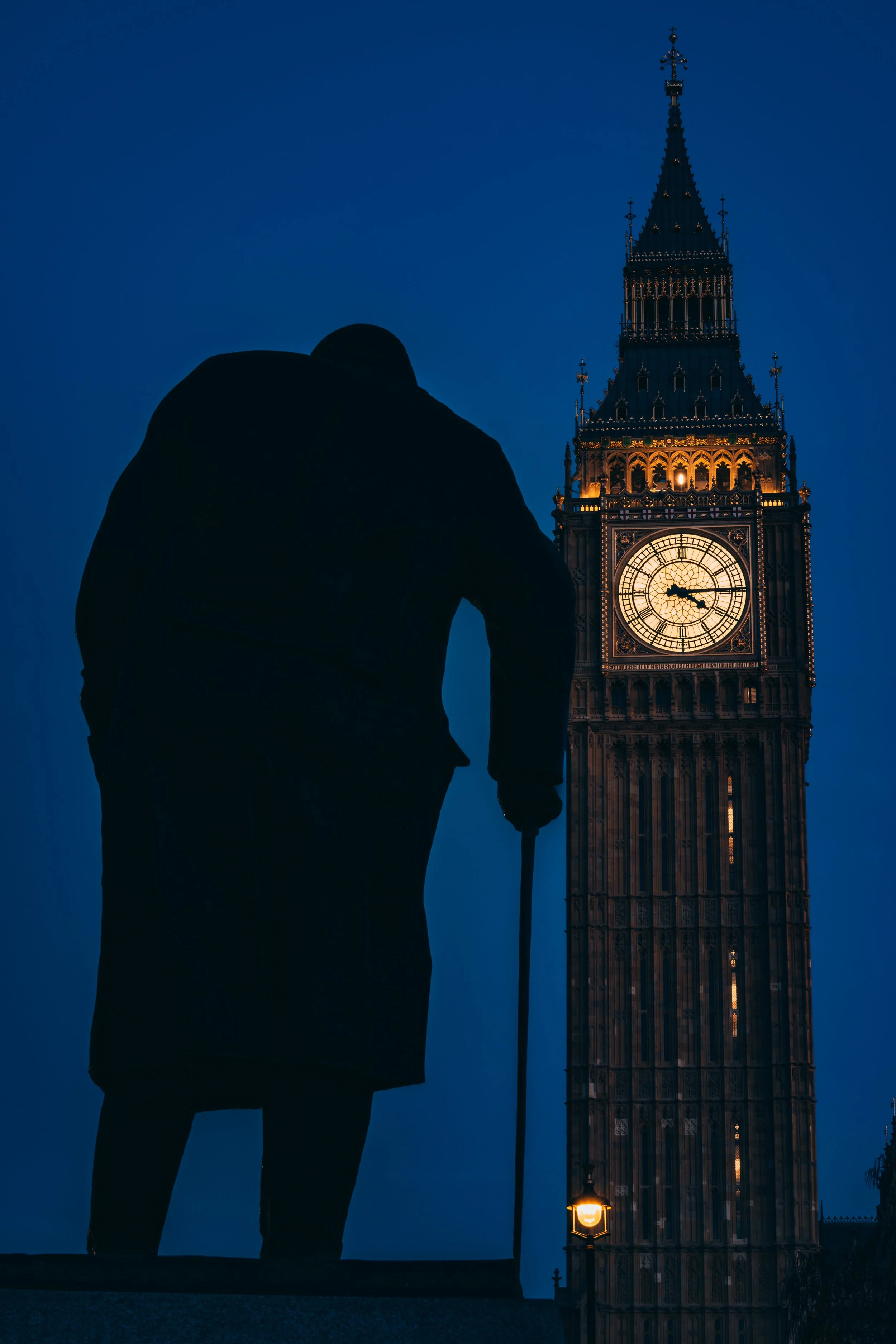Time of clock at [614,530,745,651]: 4:14
